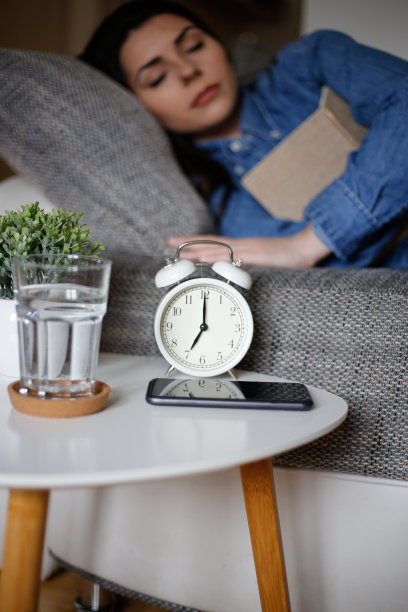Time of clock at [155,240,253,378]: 7:00
